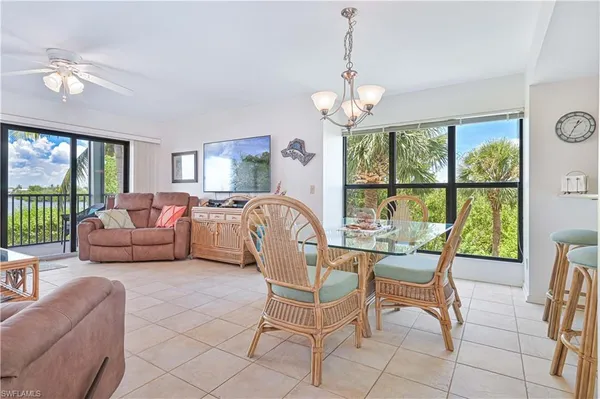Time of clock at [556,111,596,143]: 1:34
